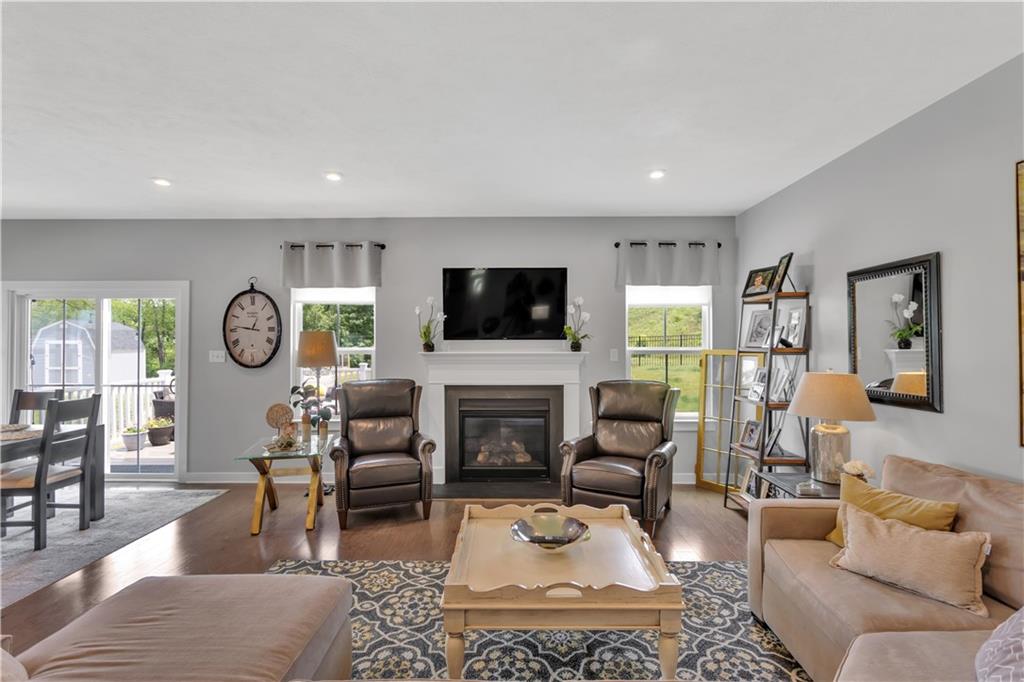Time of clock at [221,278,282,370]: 12:46
